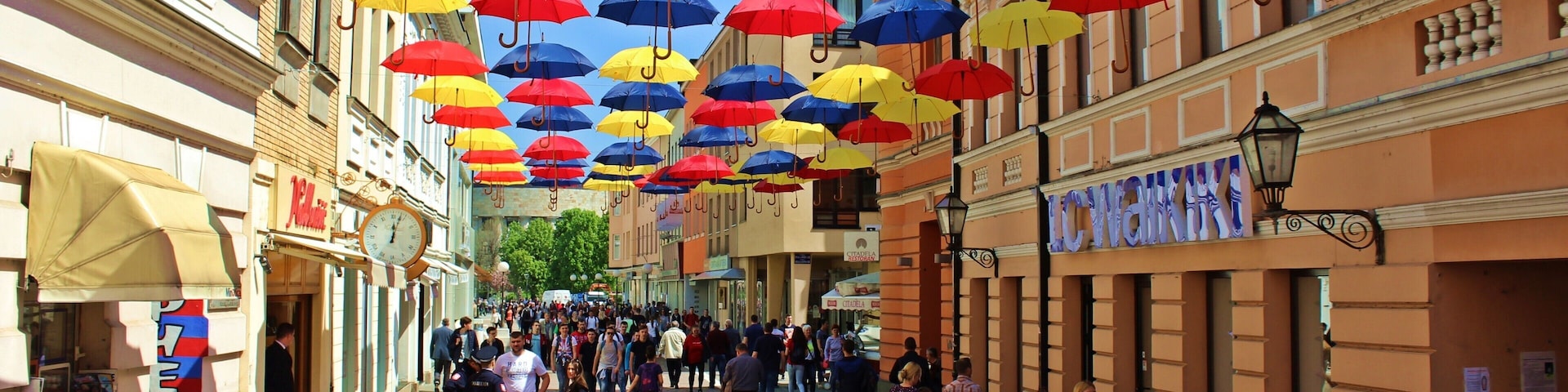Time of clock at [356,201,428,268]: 12:03
